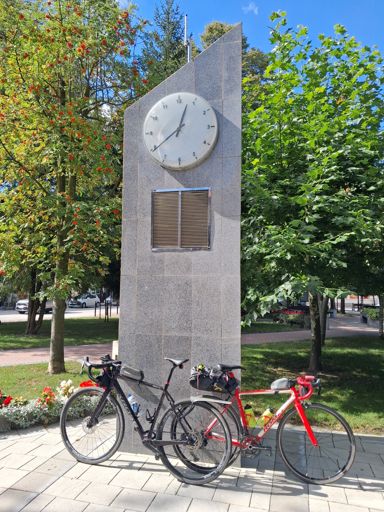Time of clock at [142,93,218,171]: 12:39
